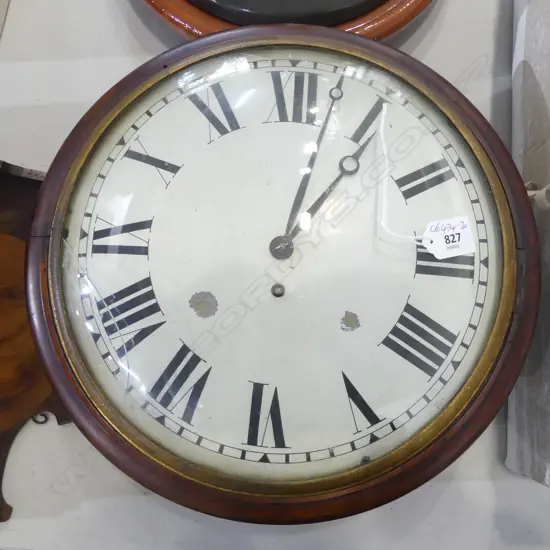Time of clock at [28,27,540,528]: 1:02
